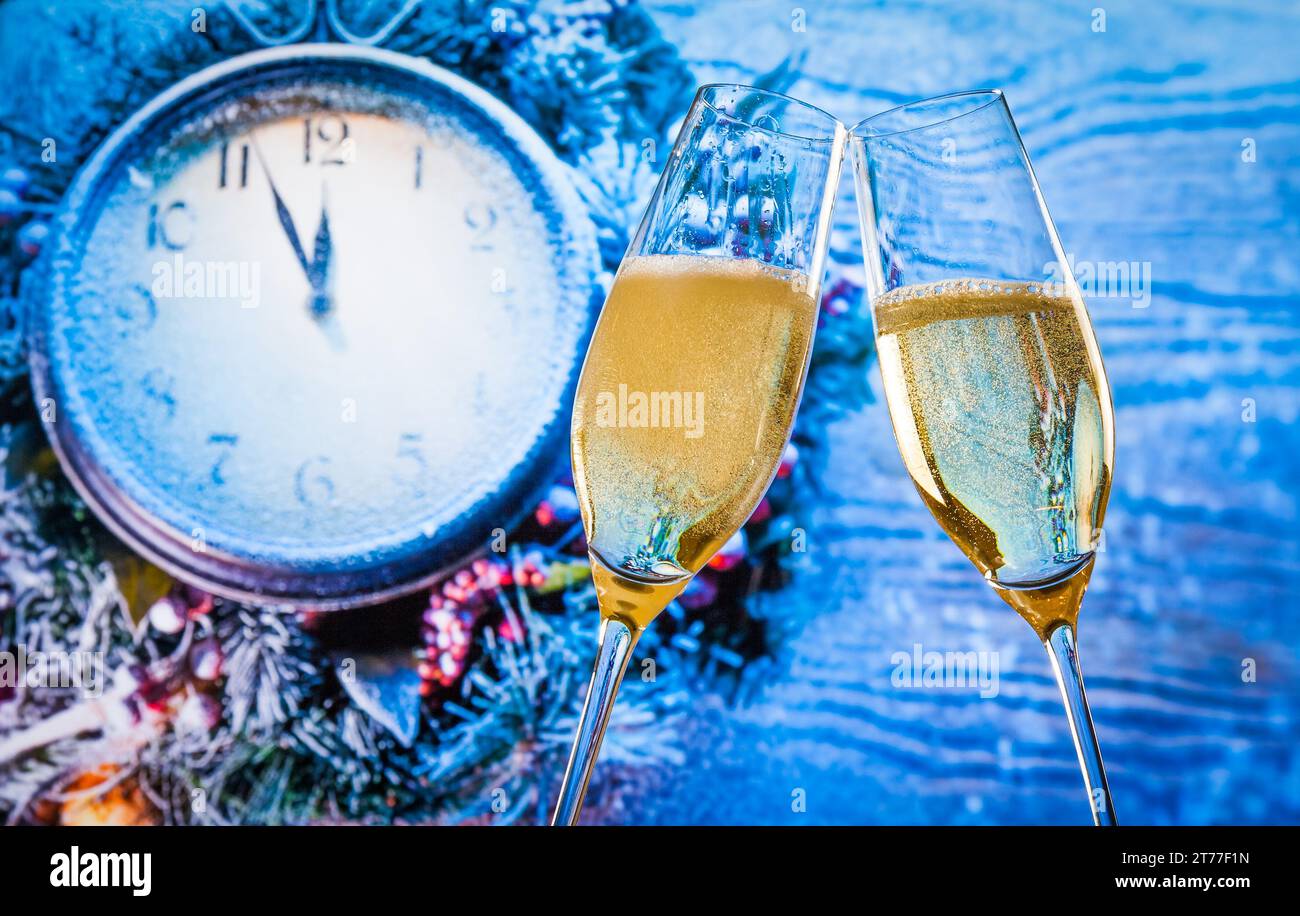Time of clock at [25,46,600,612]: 11:55
